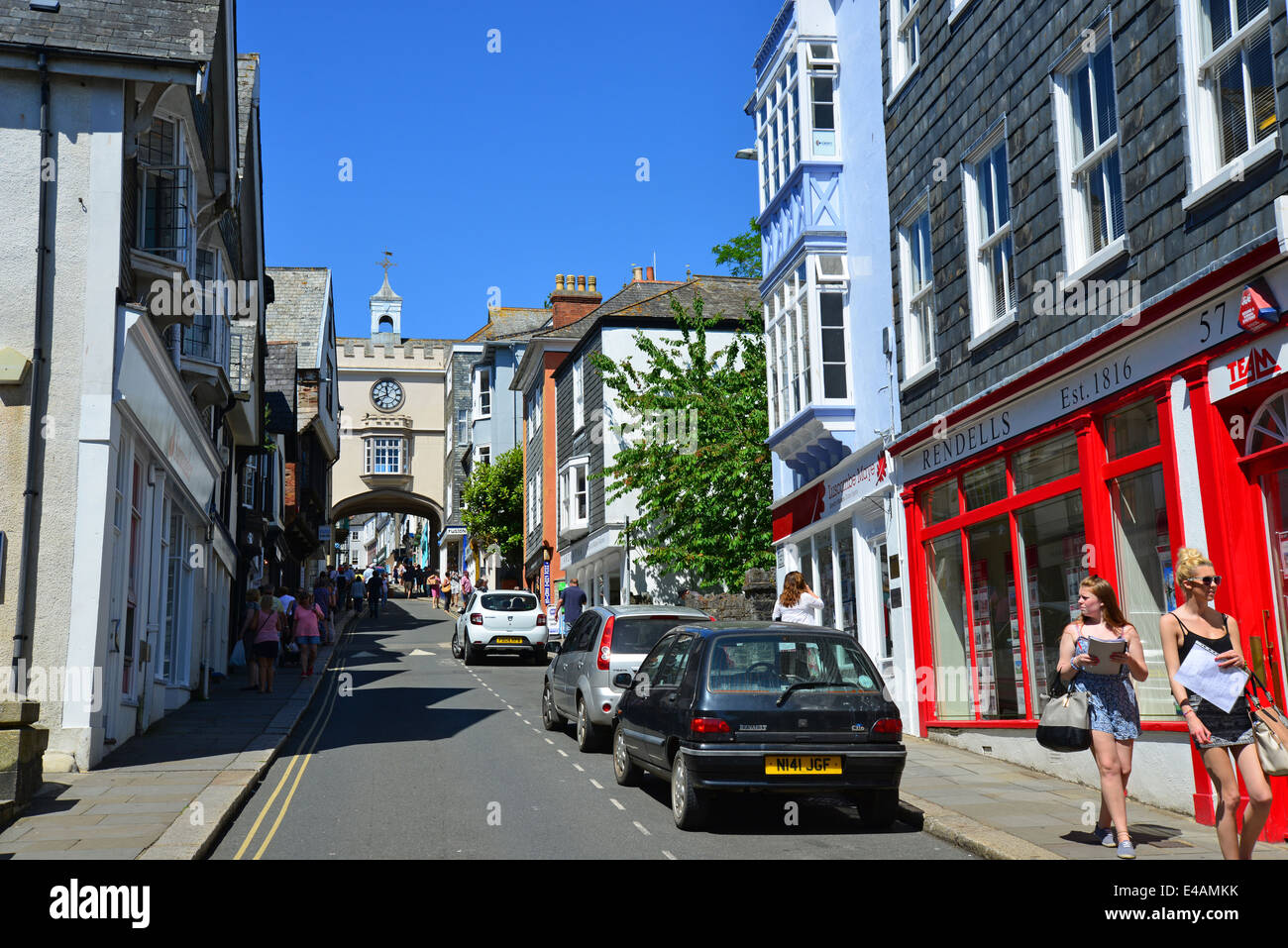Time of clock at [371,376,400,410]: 11:41
